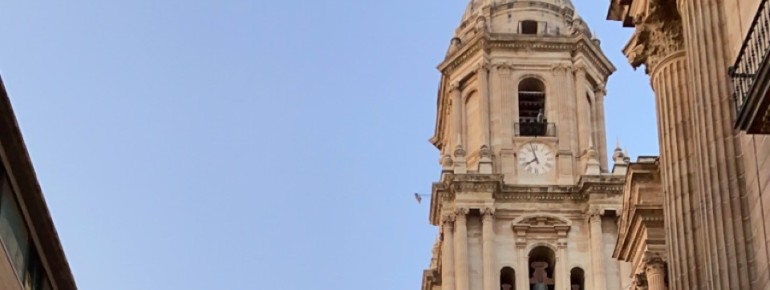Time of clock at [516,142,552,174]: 7:57
